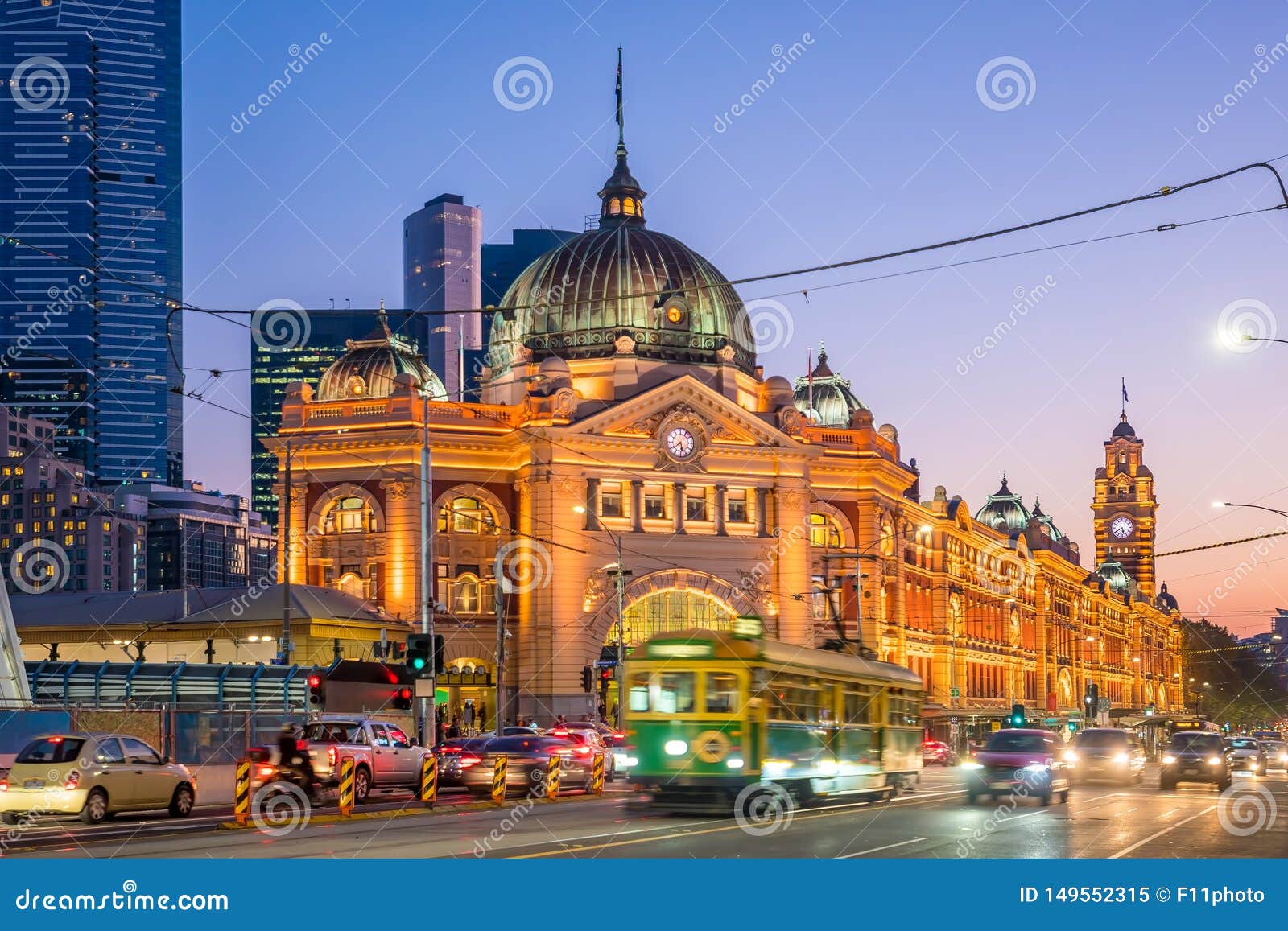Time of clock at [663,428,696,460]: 5:38
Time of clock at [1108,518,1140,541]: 5:40
